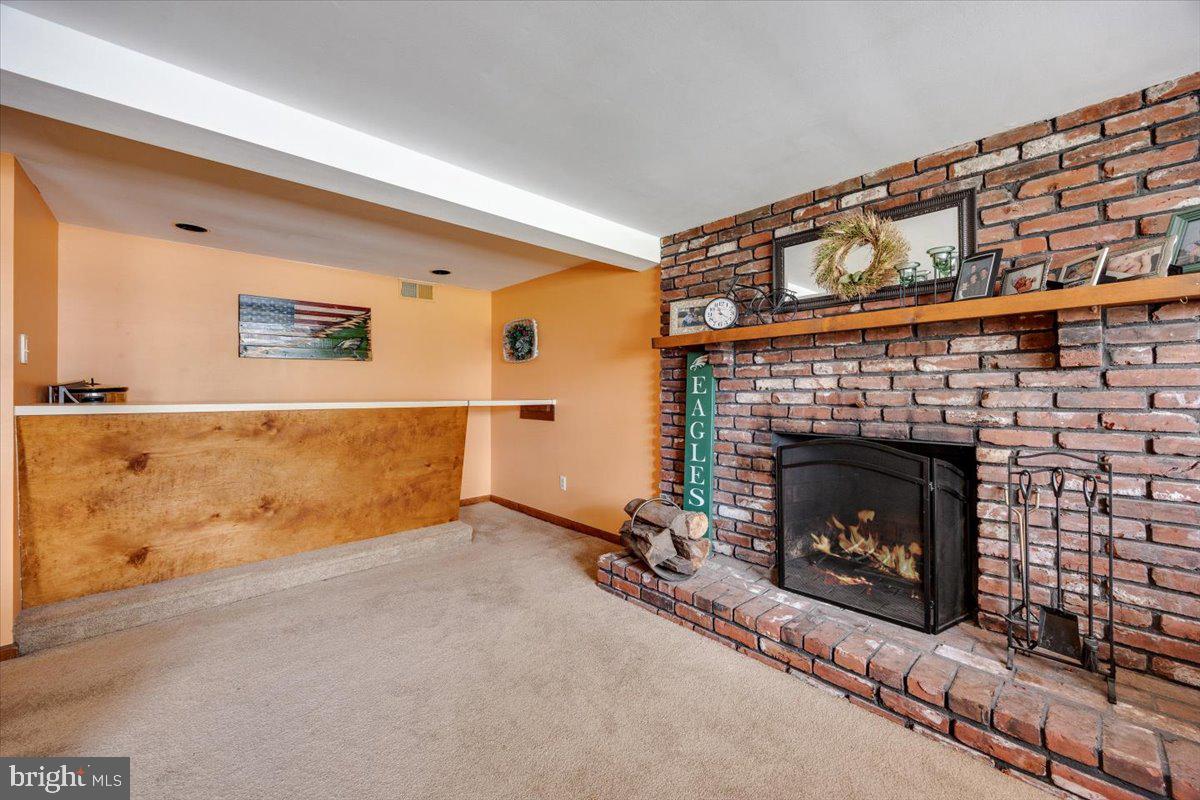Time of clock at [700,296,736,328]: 11:21
